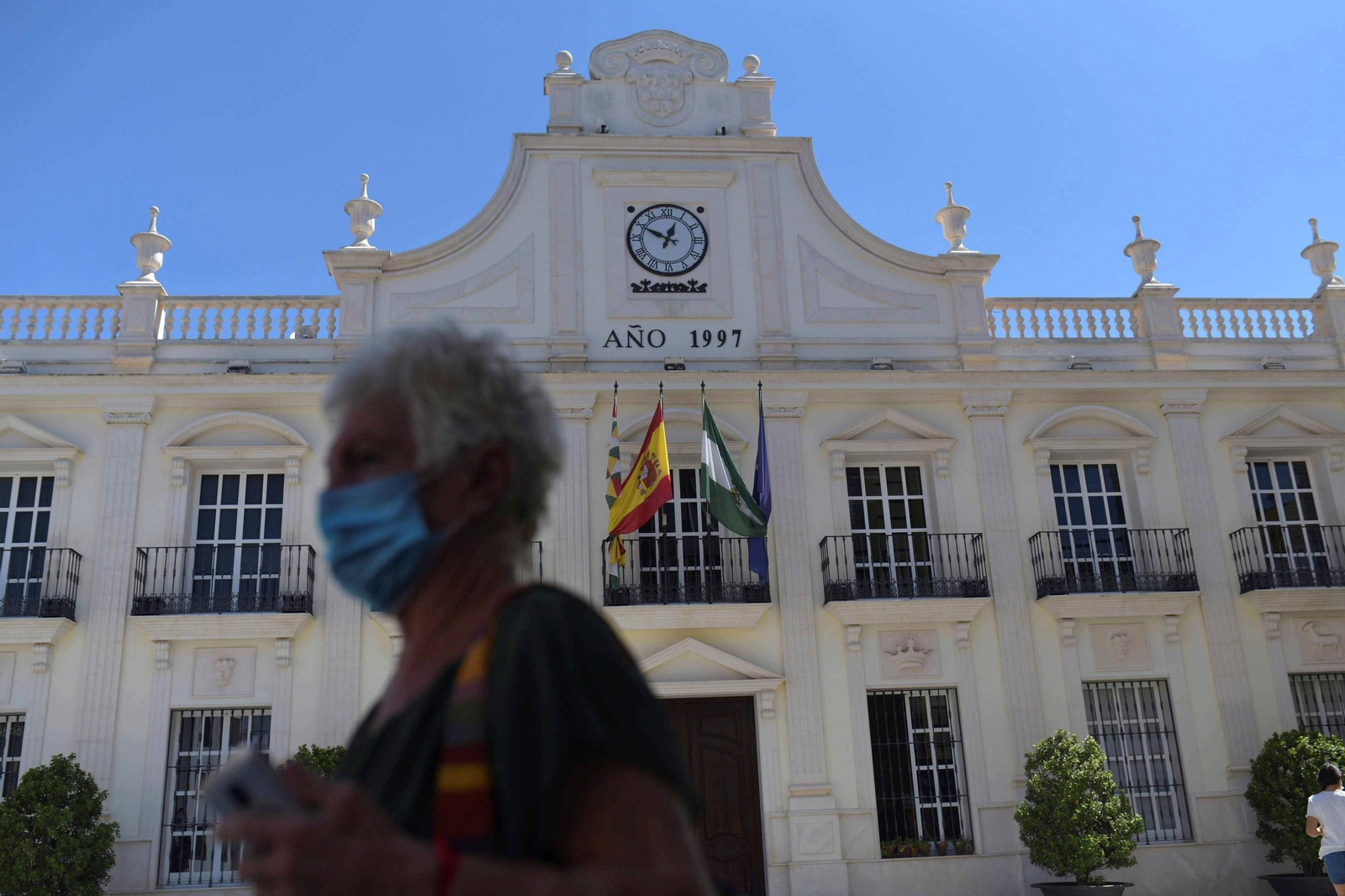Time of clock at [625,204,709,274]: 12:49
